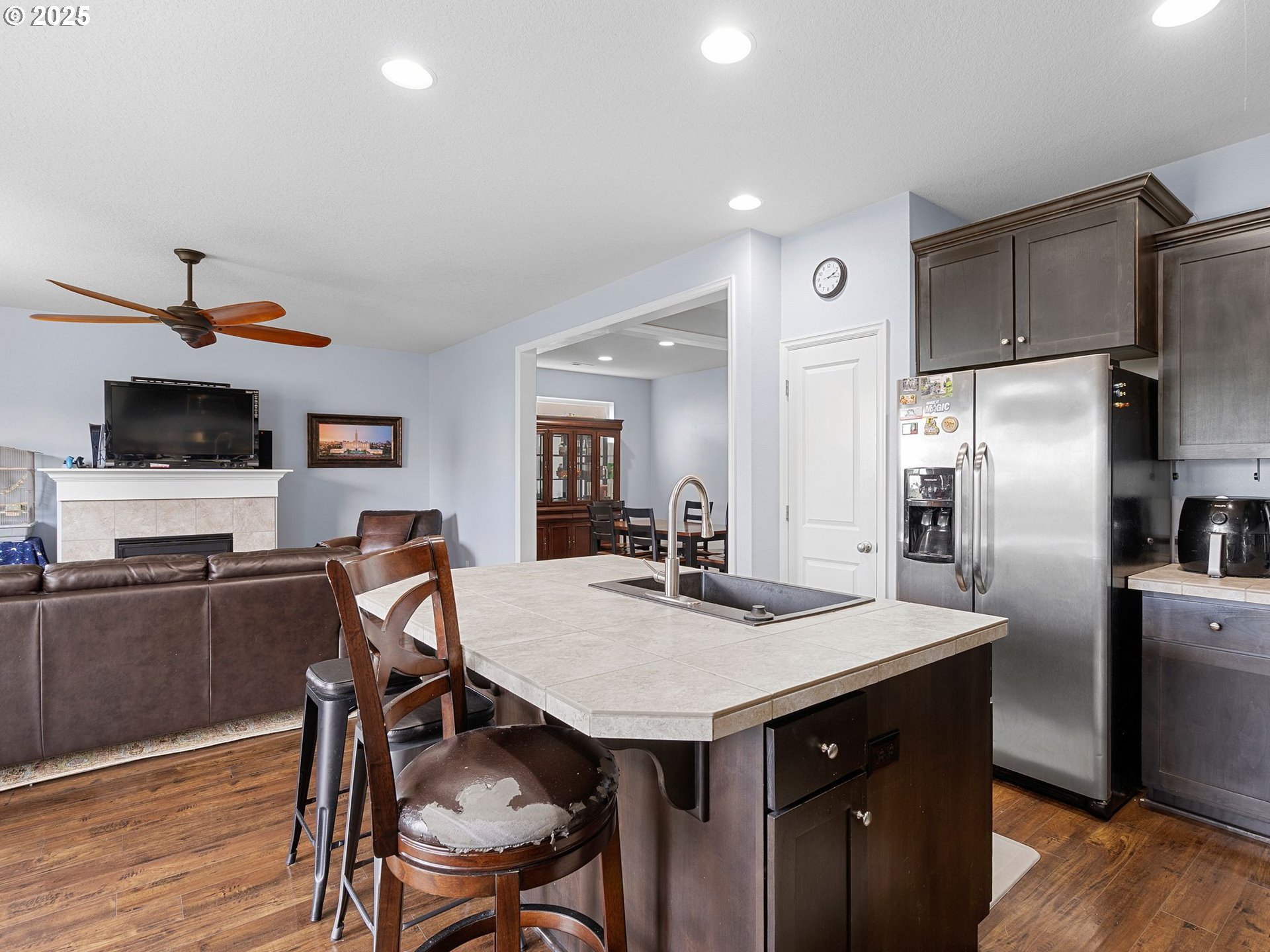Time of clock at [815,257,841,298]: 2:16
